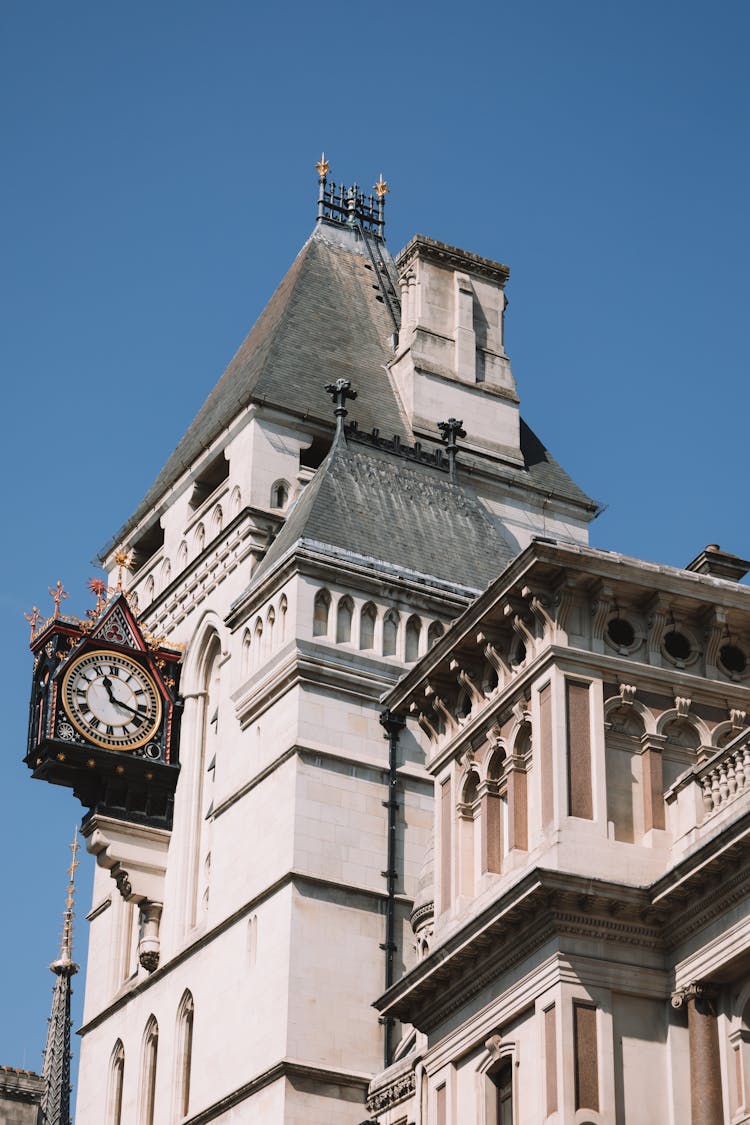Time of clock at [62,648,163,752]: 11:17
